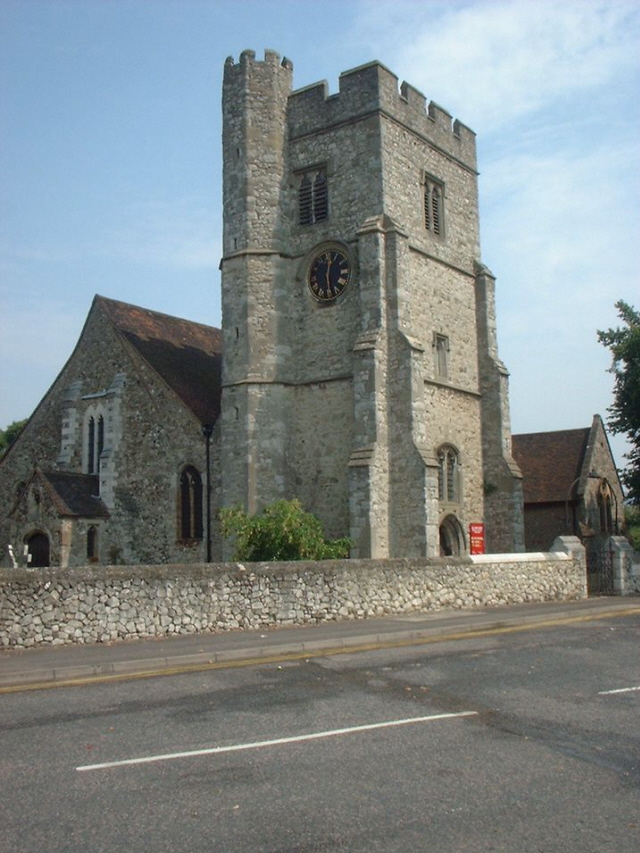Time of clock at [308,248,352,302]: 12:28
